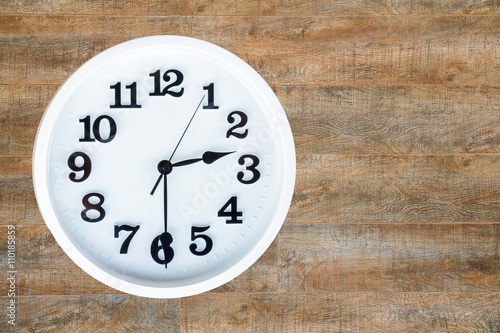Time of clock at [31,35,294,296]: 2:29
